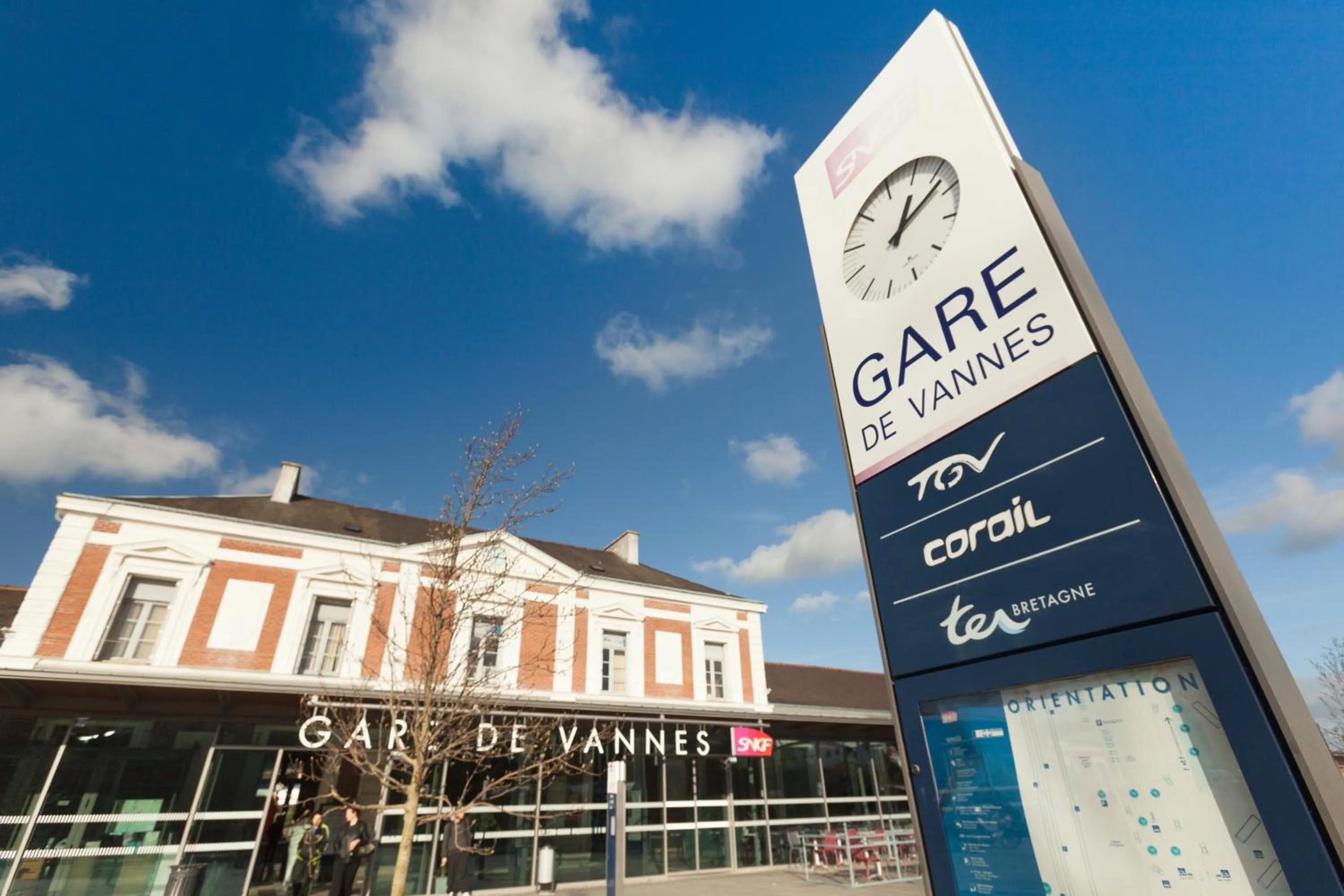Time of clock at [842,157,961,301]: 12:07
